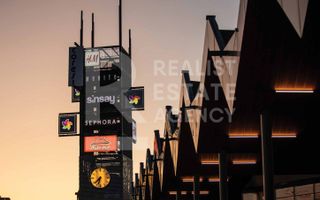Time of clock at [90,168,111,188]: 7:32
